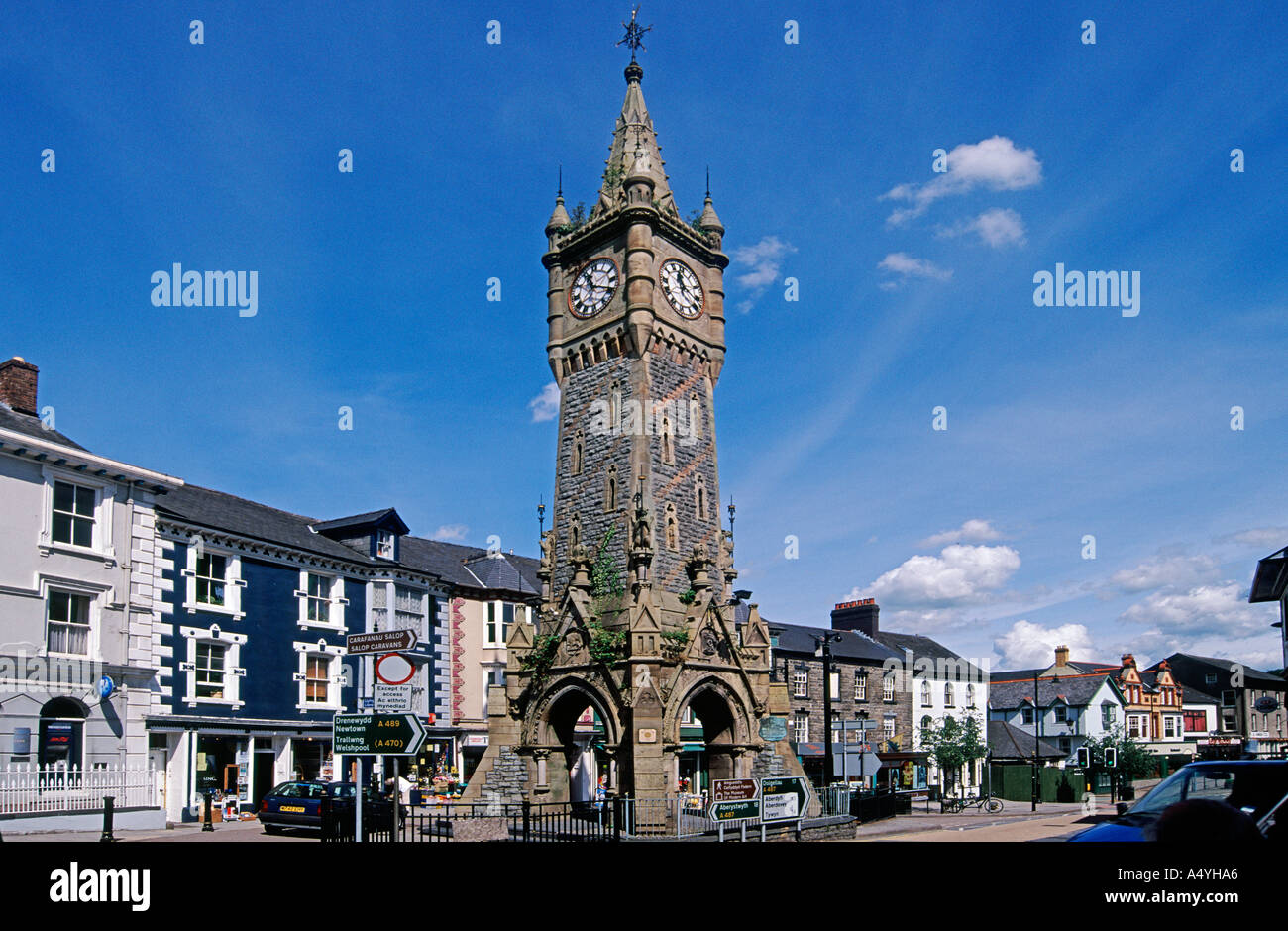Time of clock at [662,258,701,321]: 11:21
